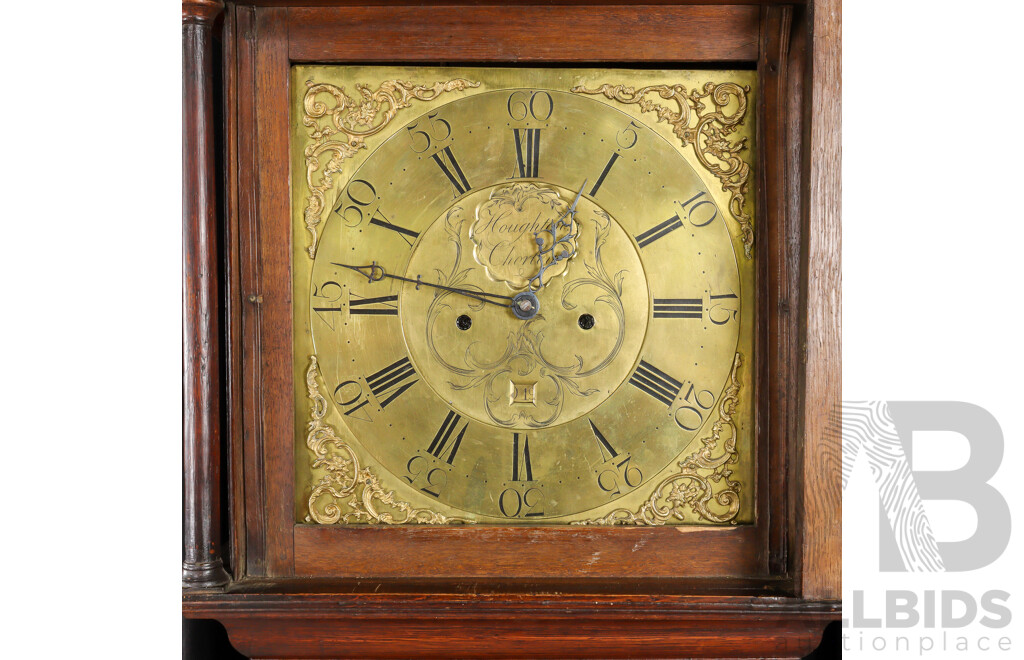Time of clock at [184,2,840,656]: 12:46
